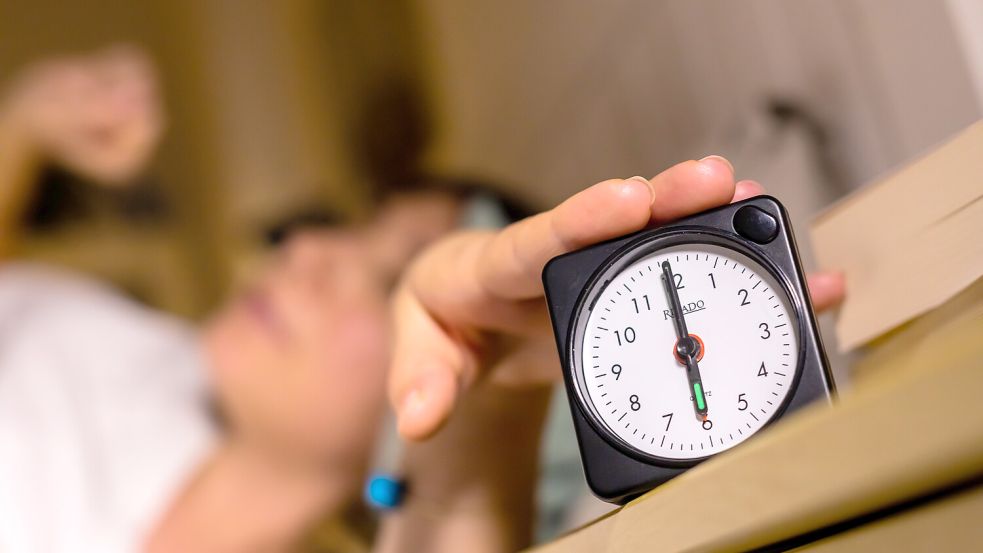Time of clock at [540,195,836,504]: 5:59
